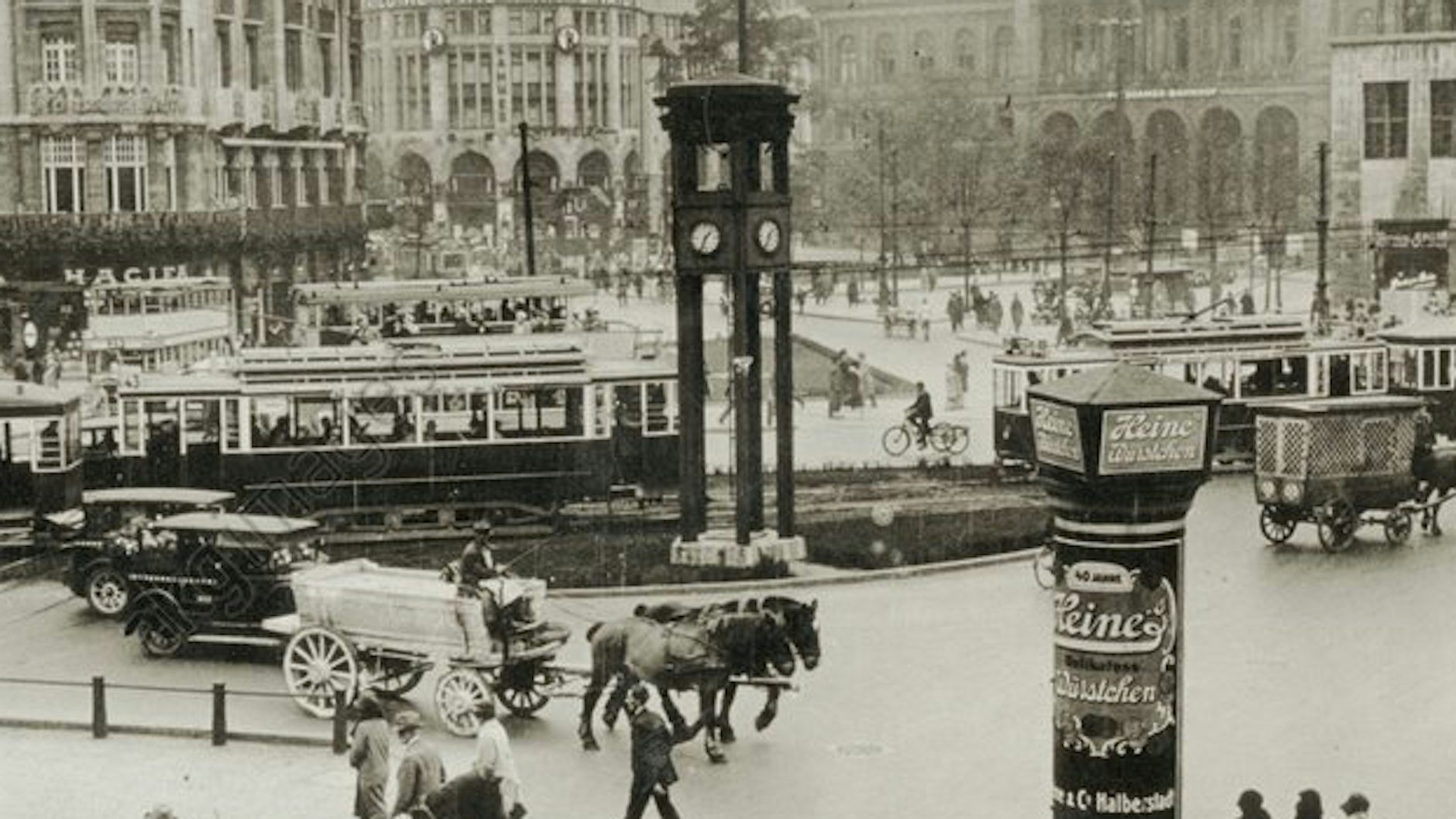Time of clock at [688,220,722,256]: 1:33
